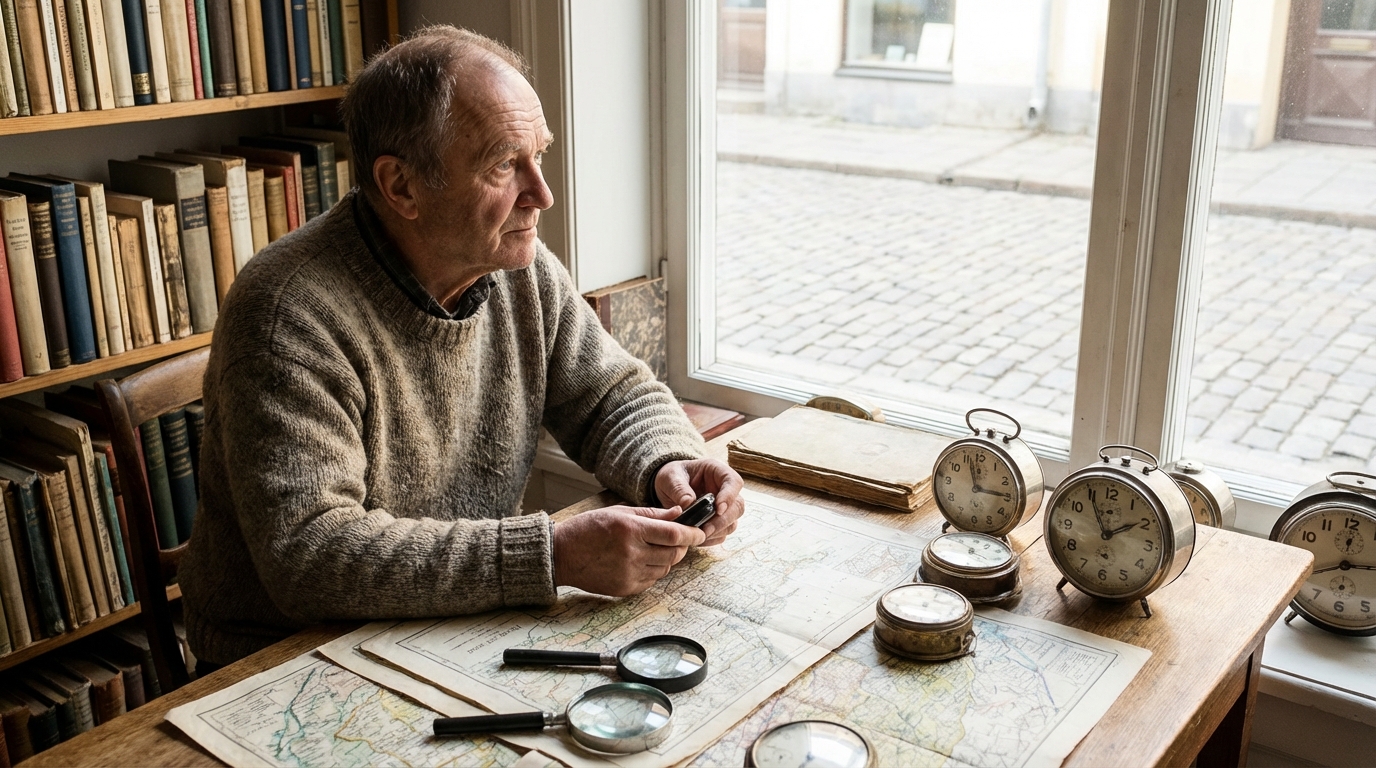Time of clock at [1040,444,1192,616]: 1:55
